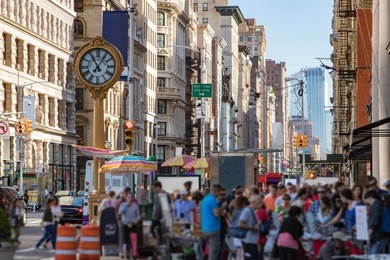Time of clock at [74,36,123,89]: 11:05
